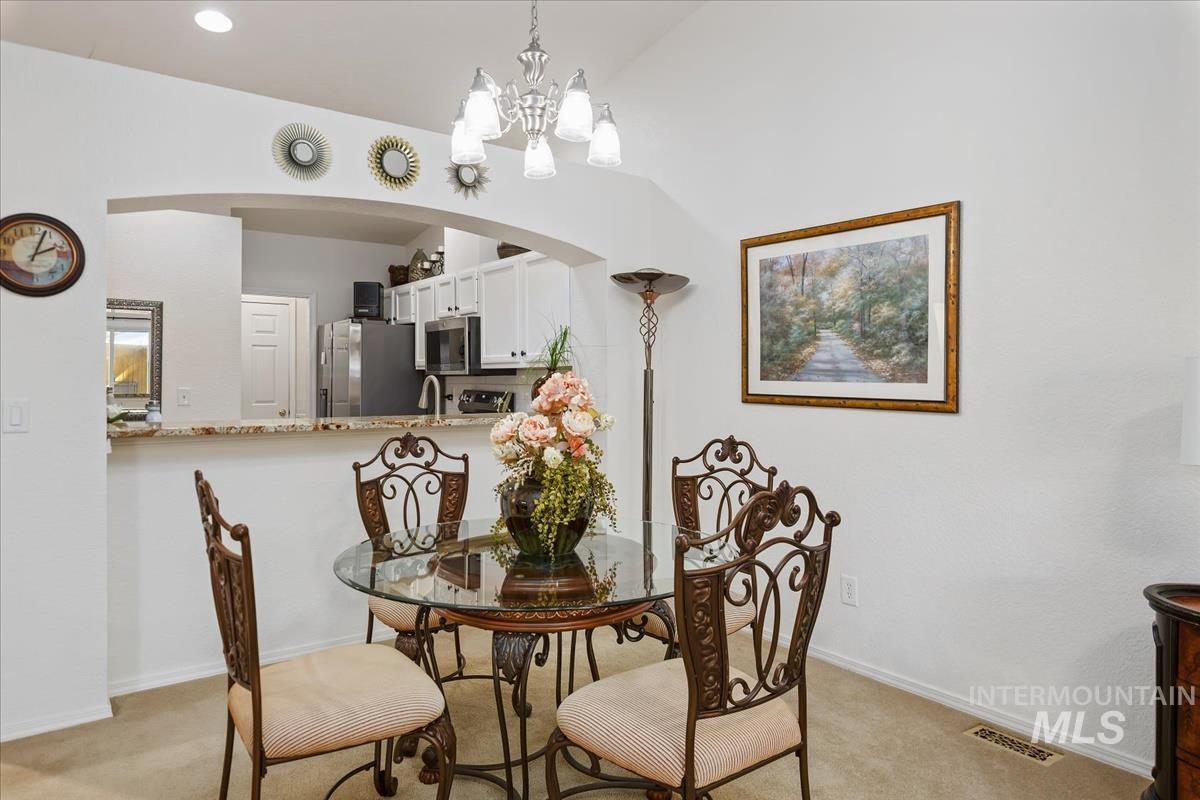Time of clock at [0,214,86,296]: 2:03
